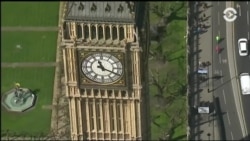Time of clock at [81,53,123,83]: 11:19
